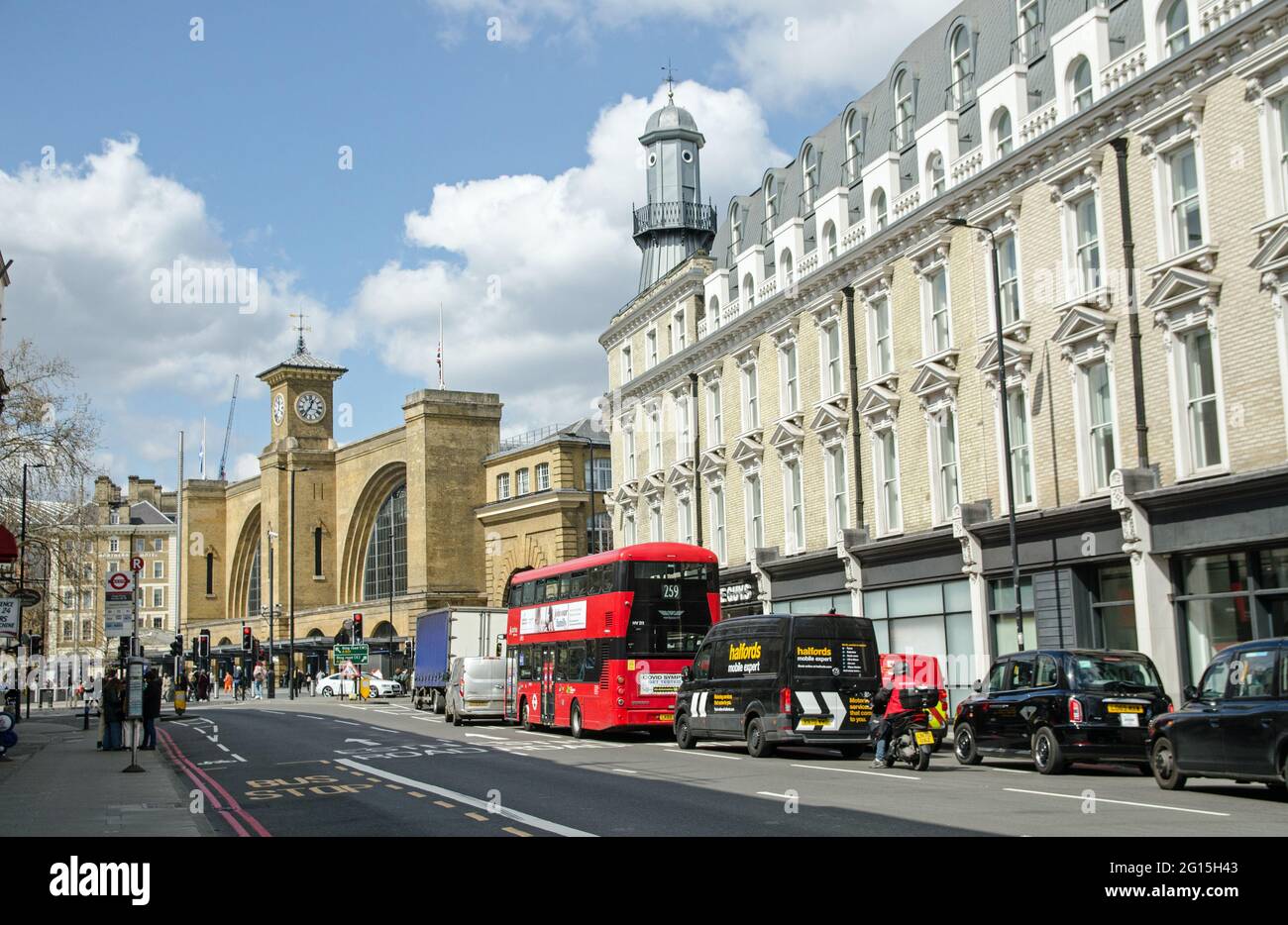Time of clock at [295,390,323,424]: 12:36
